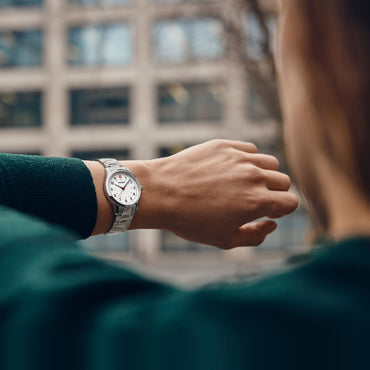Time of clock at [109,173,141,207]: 10:07
